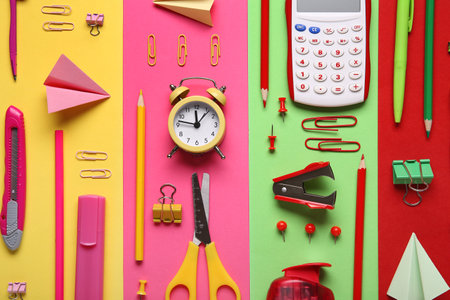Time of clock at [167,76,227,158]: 11:46
